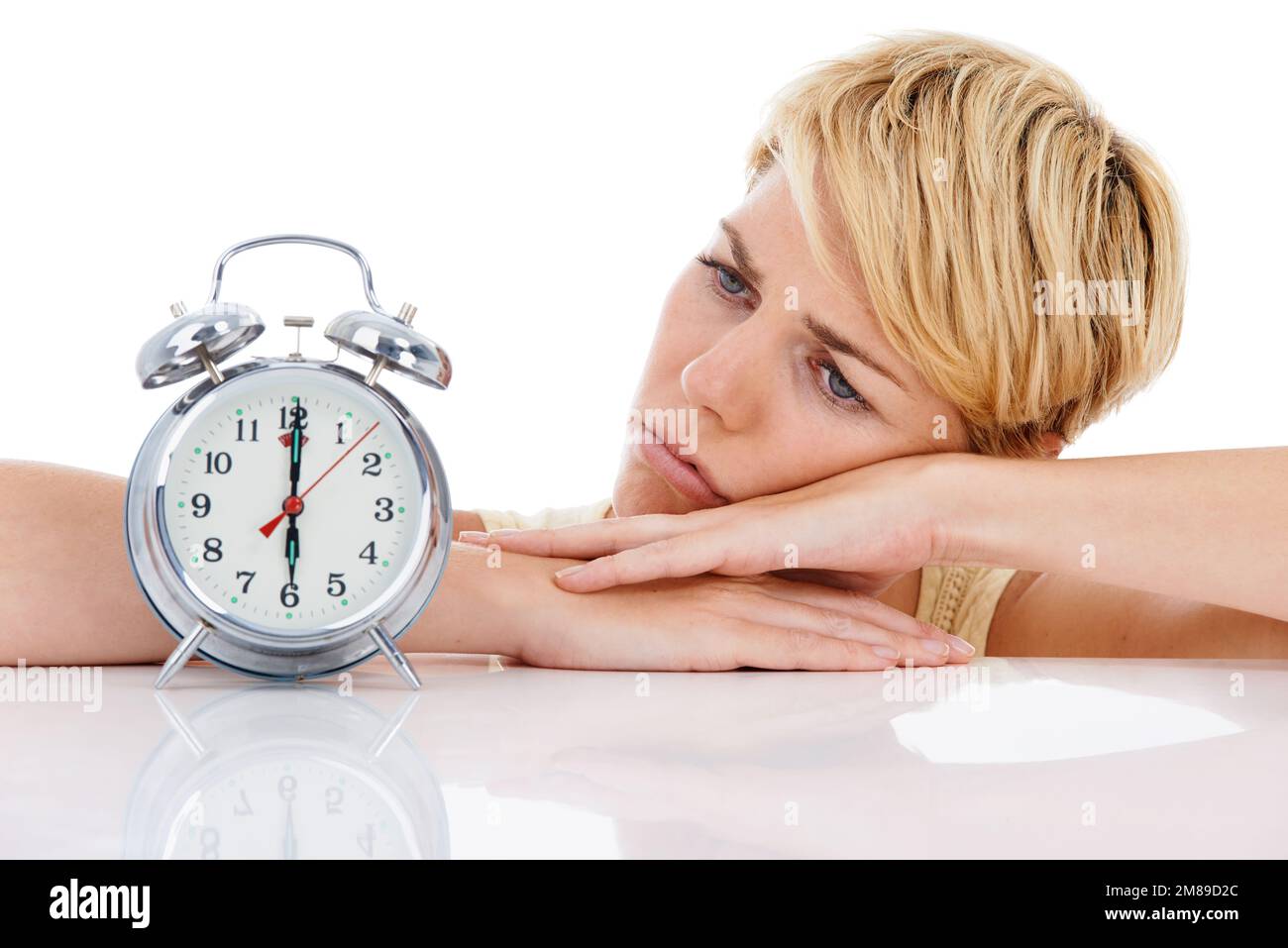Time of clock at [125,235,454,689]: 6:00
